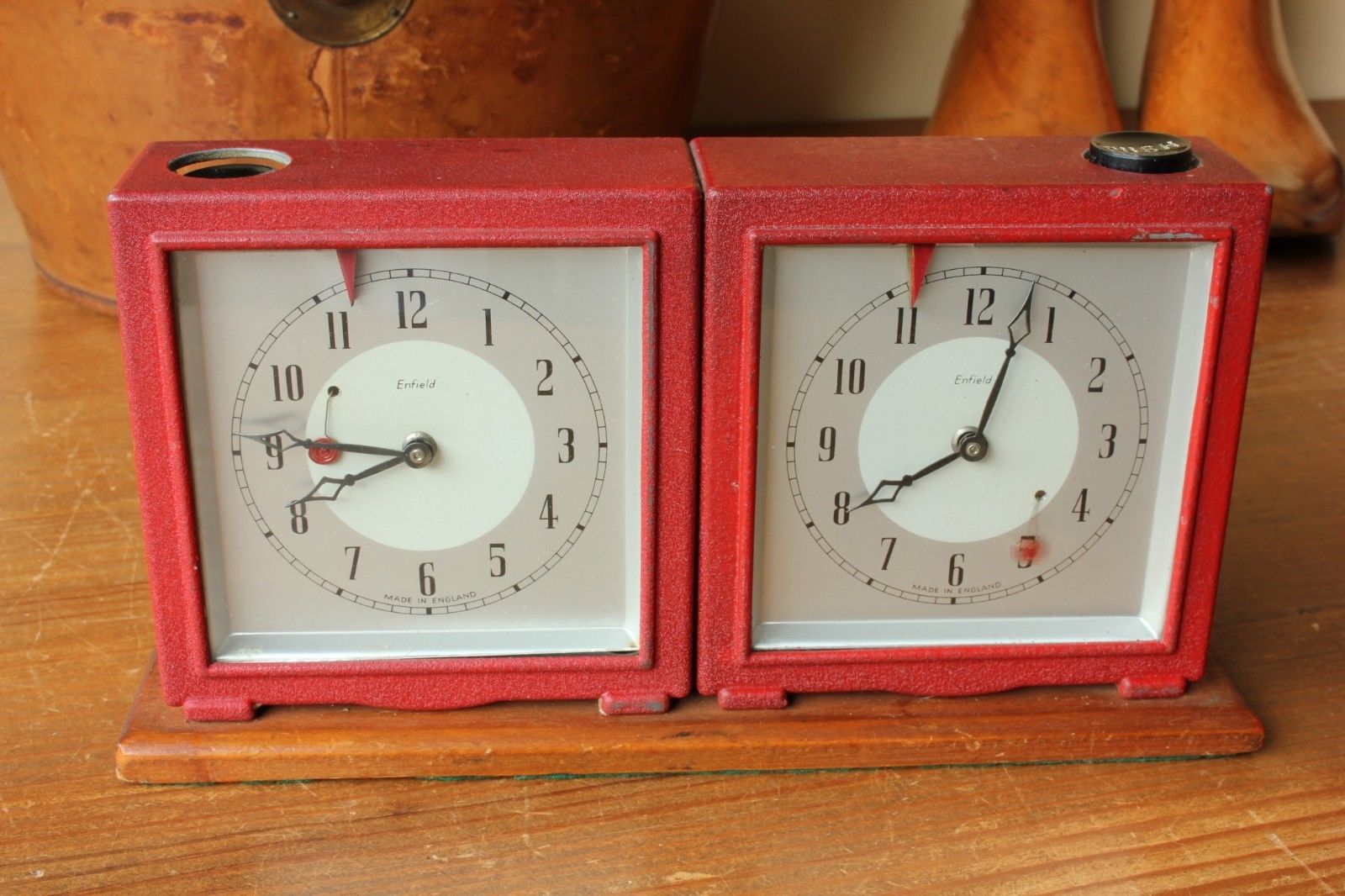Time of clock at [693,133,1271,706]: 8:03
